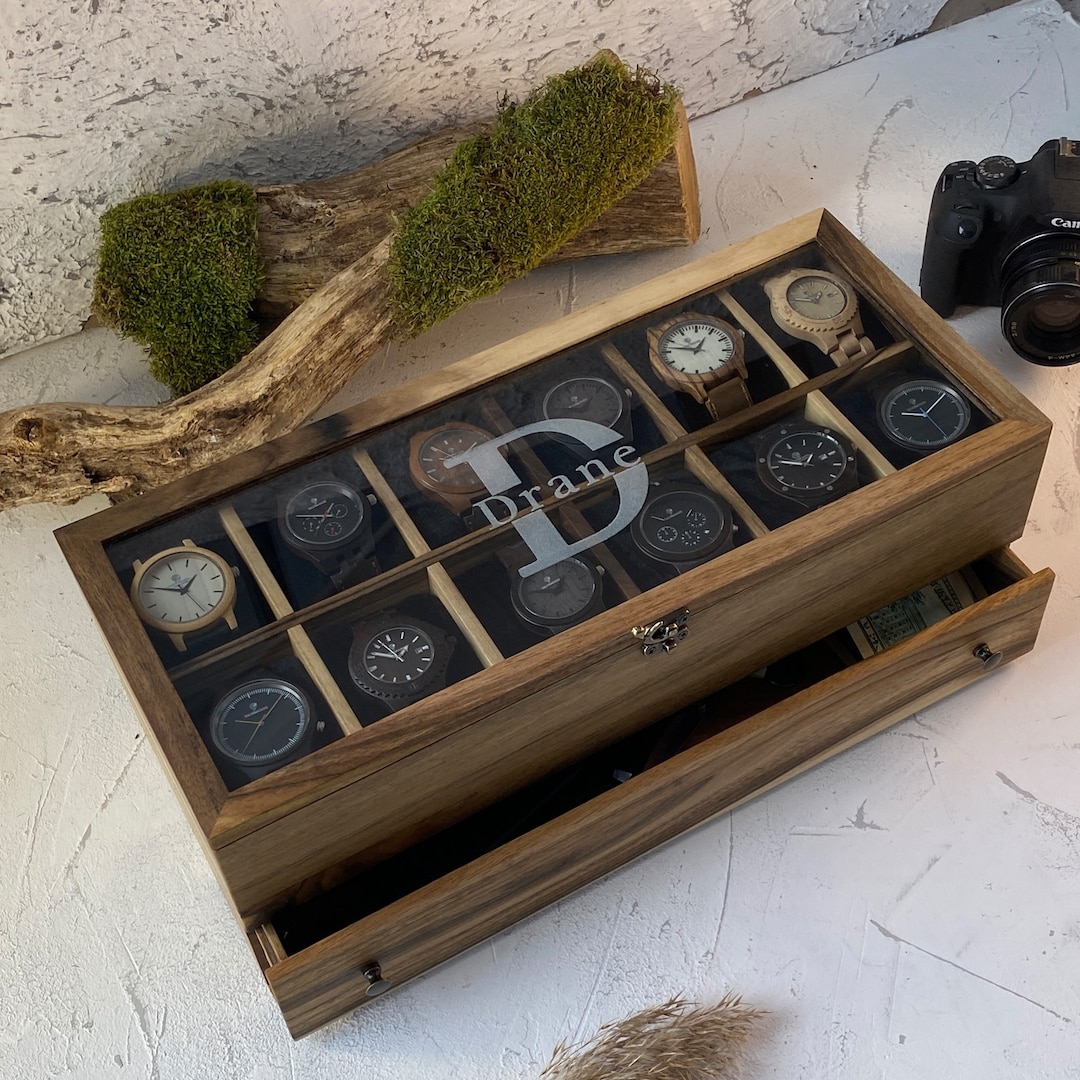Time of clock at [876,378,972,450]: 9:07
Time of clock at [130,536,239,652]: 12:46
